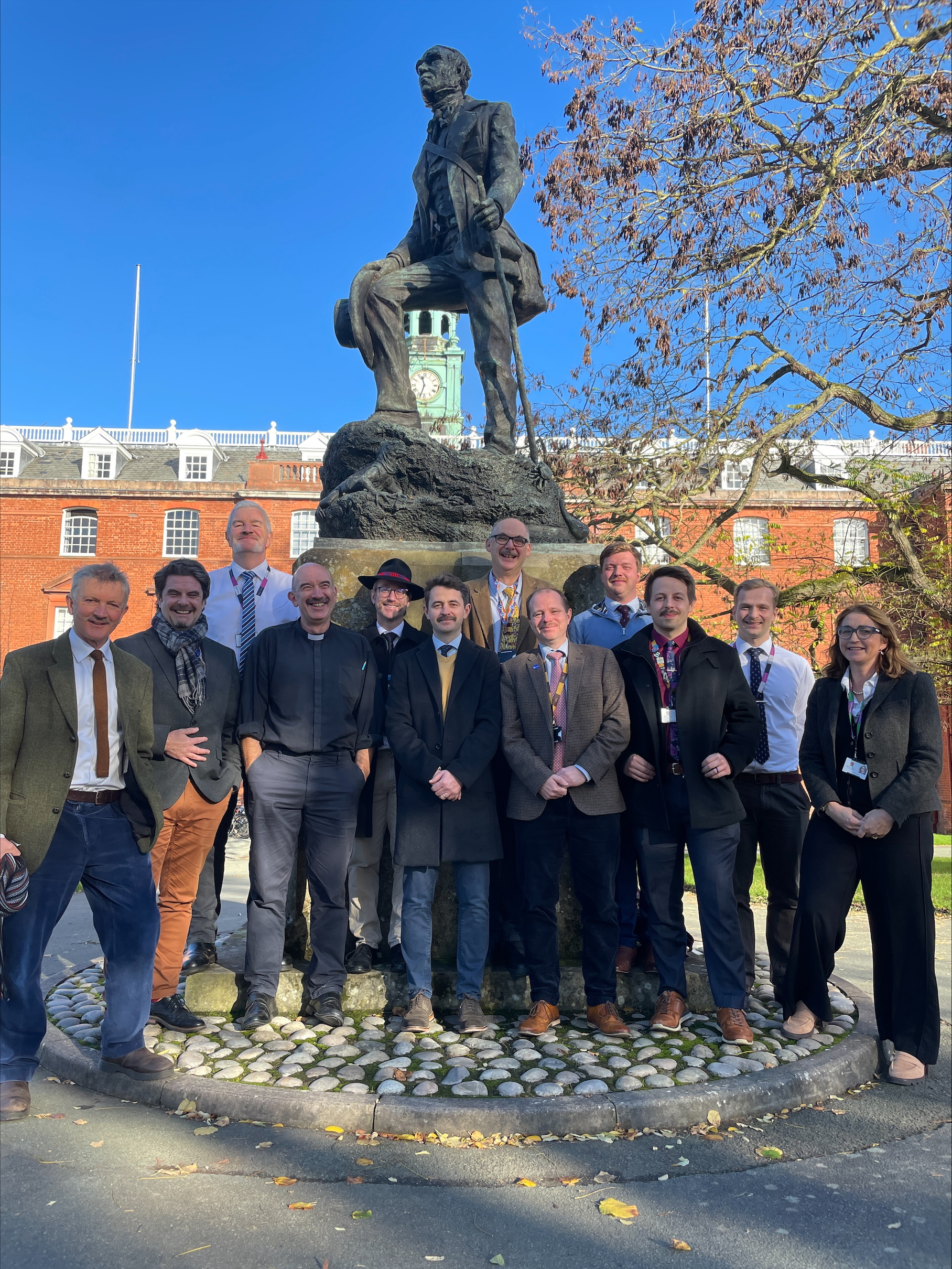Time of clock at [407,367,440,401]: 11:33
